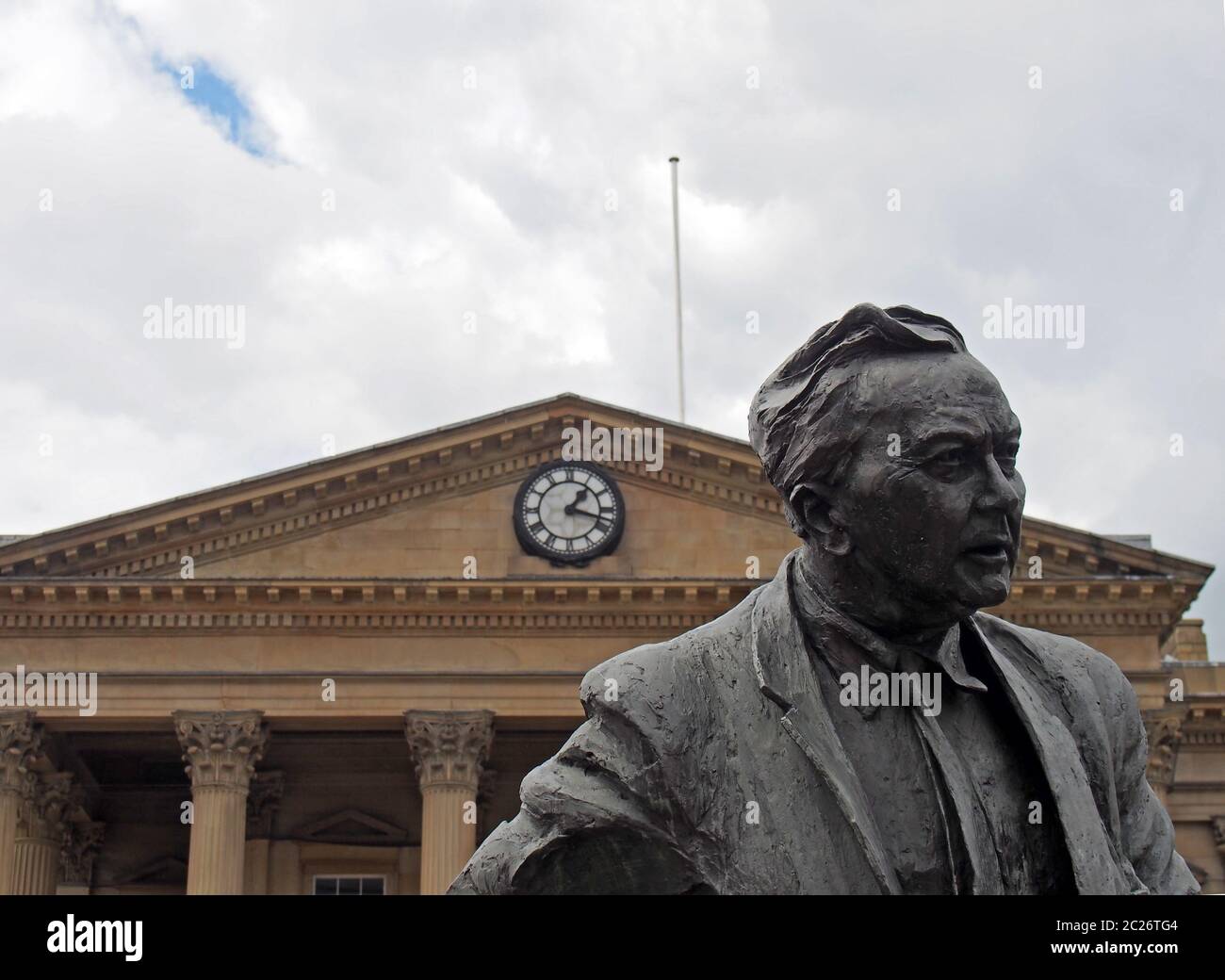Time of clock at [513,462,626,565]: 1:18
